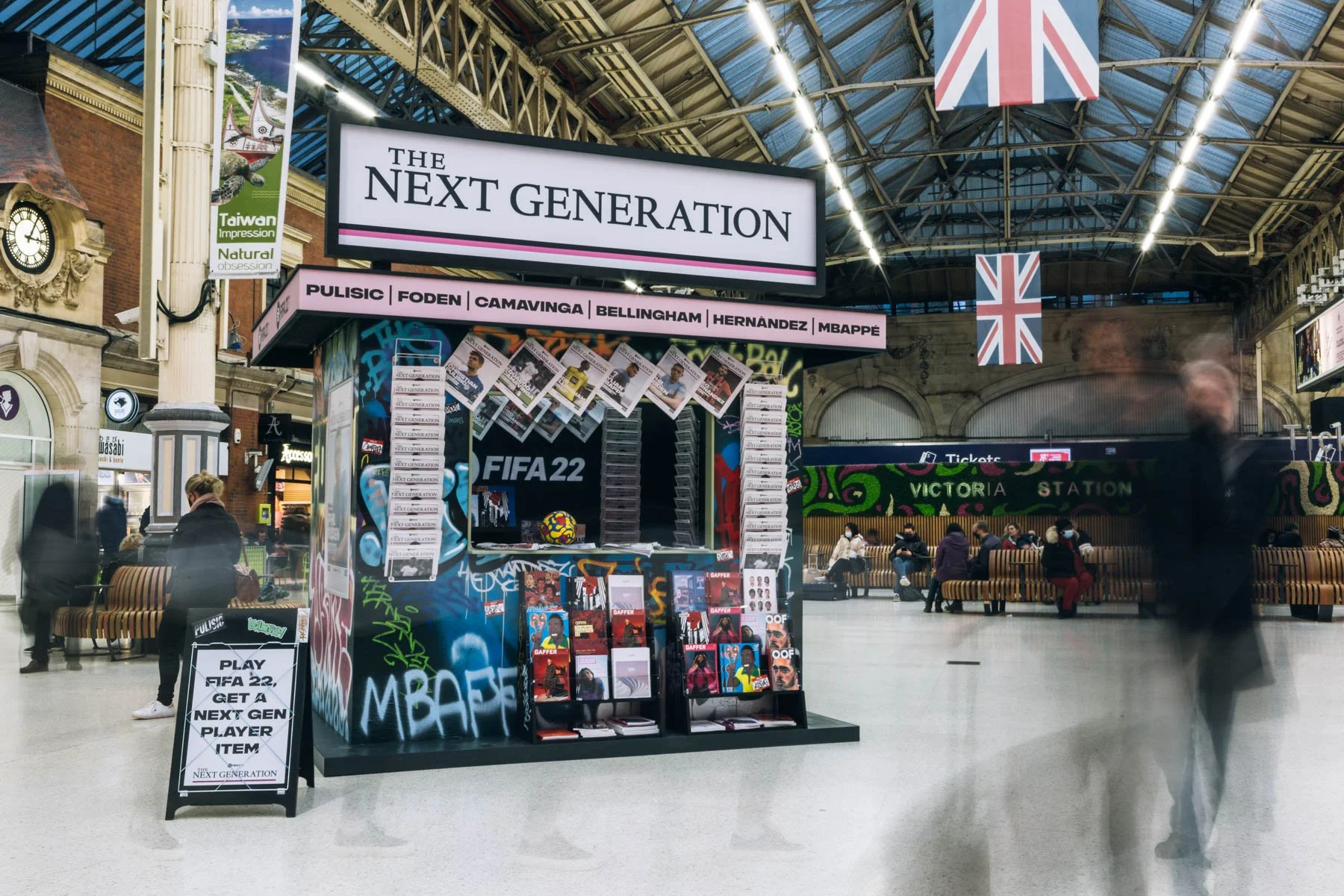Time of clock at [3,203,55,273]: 3:04
